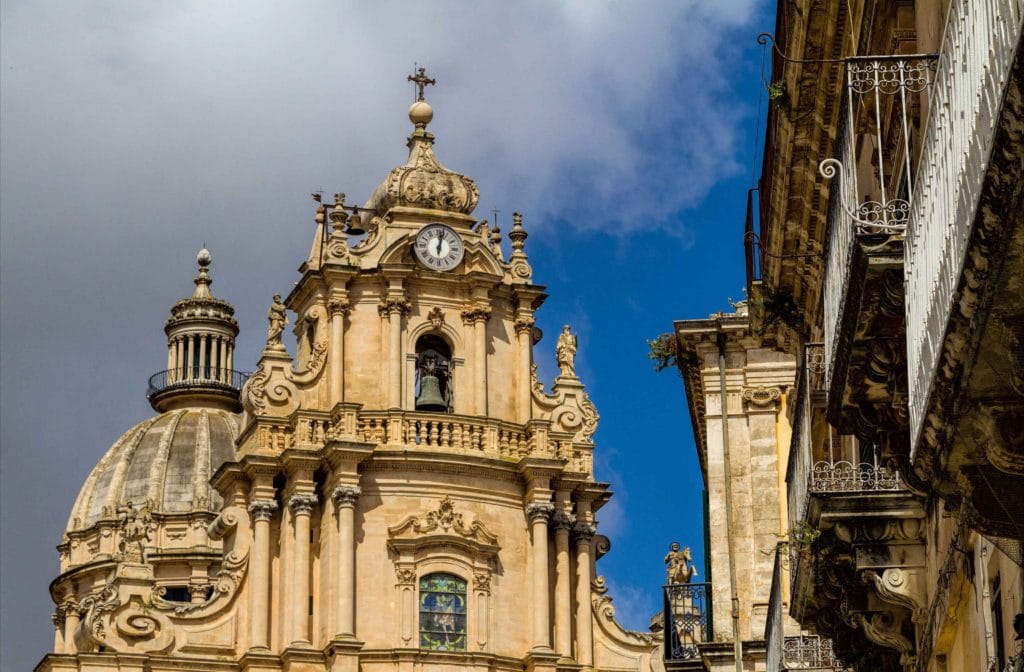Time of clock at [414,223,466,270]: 6:02
